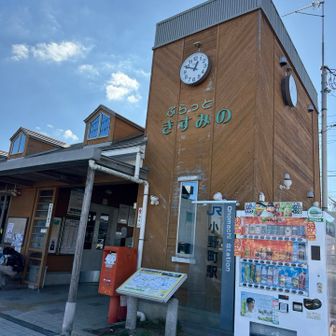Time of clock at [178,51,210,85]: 12:49
